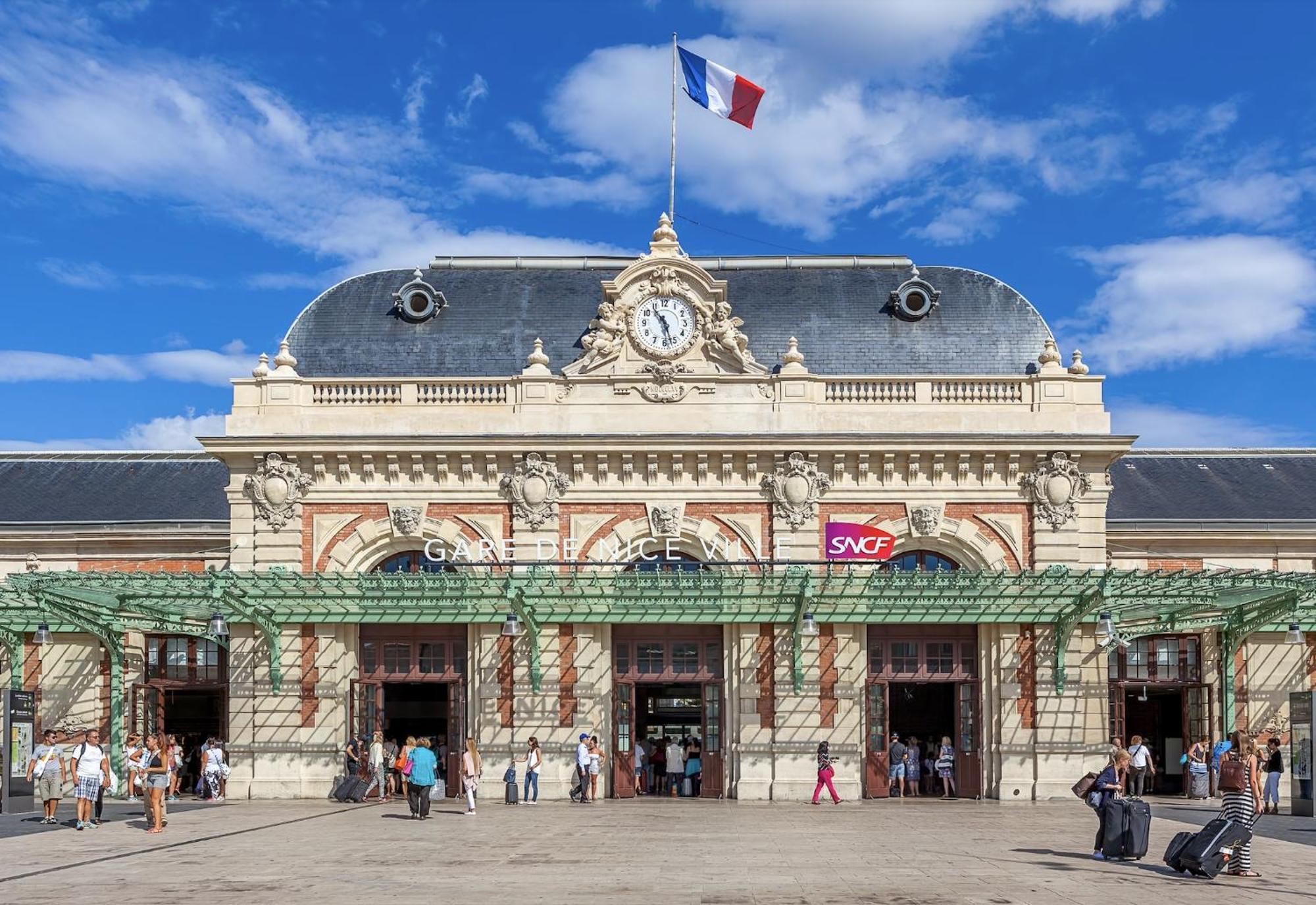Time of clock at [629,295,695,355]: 10:27
